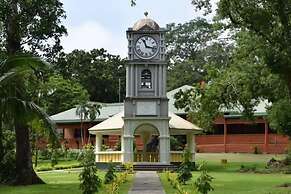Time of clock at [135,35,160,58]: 11:17
